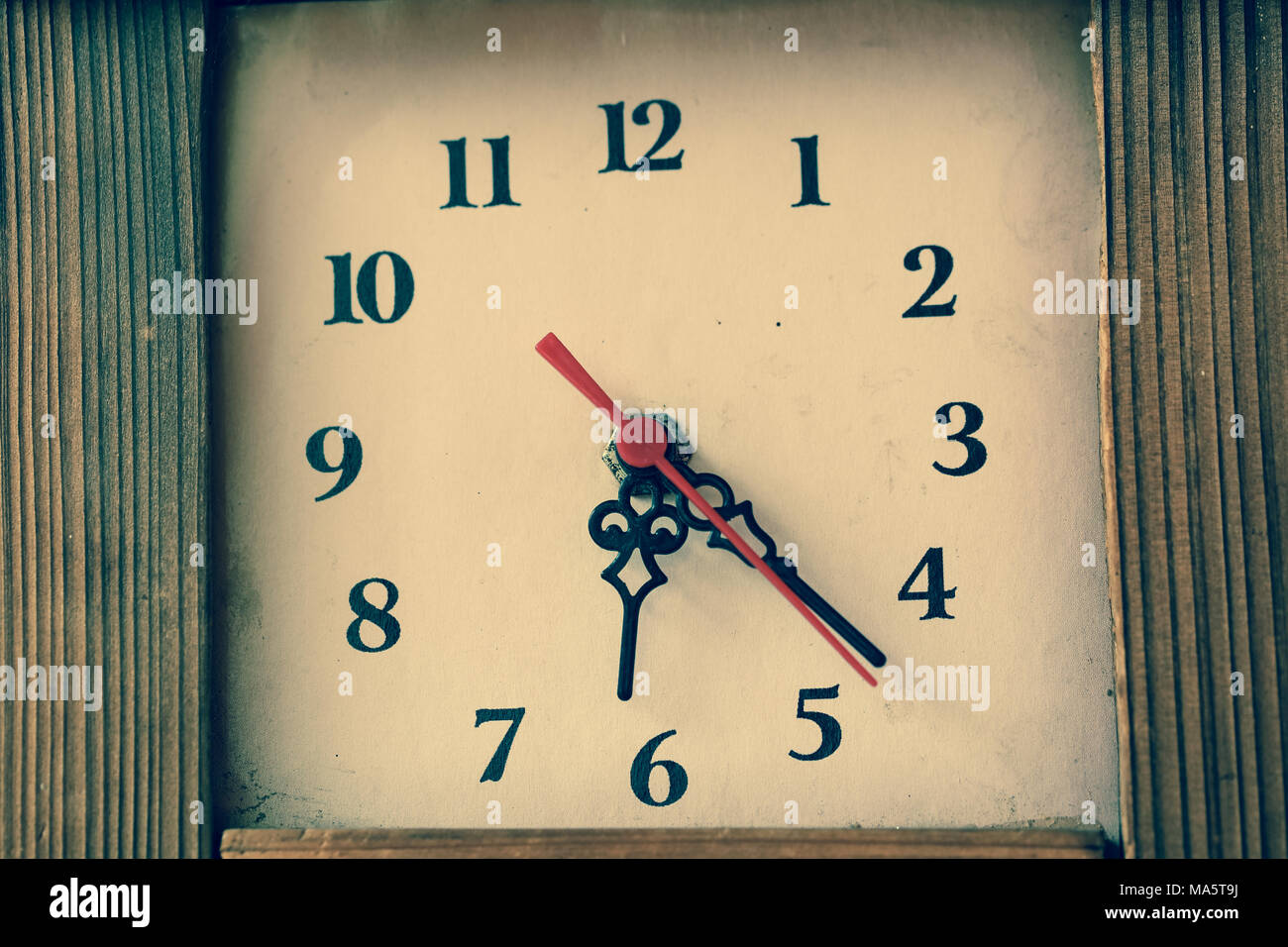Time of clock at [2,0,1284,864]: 6:22
